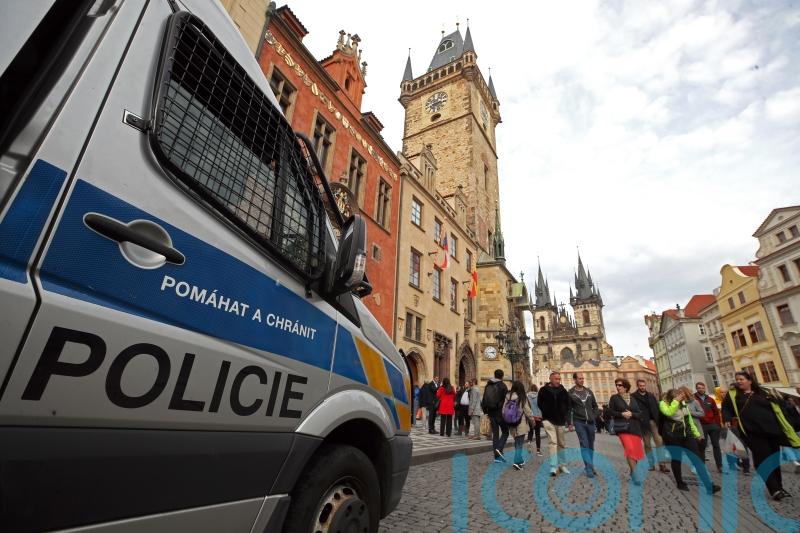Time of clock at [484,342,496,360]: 3:13
